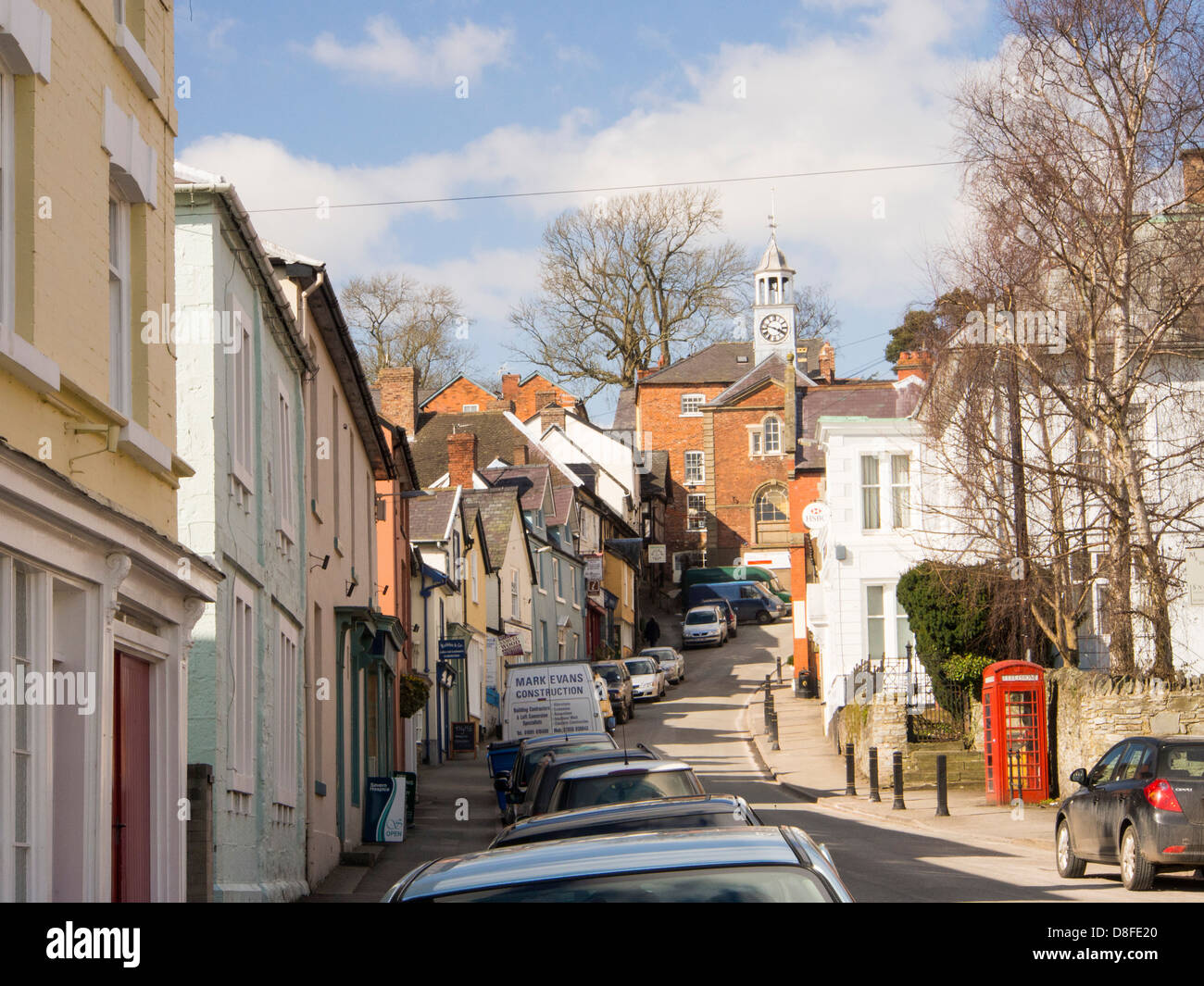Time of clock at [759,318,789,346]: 3:47
